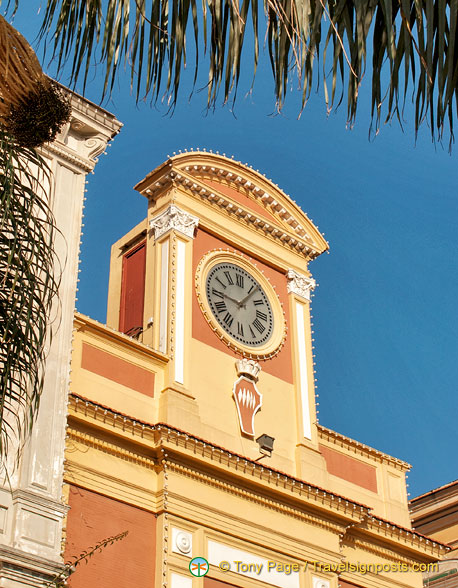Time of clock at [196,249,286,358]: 9:06
